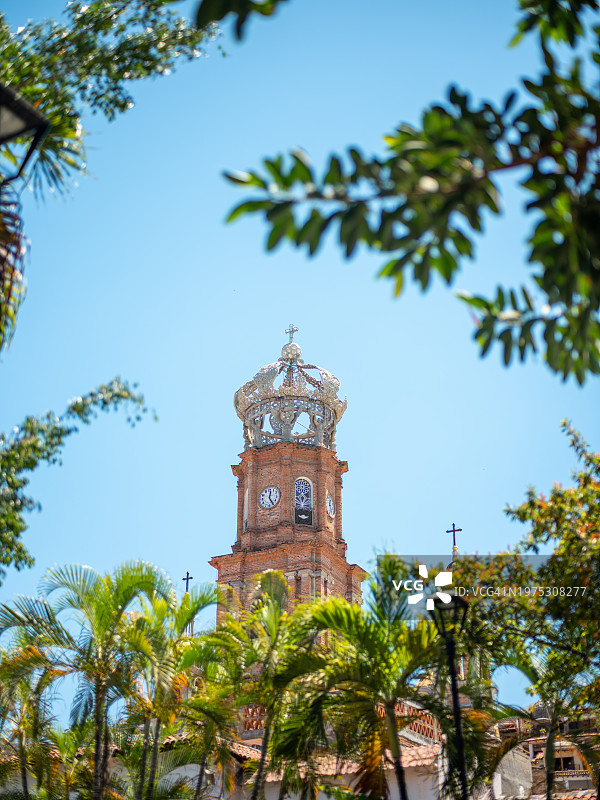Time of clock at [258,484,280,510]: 12:24
